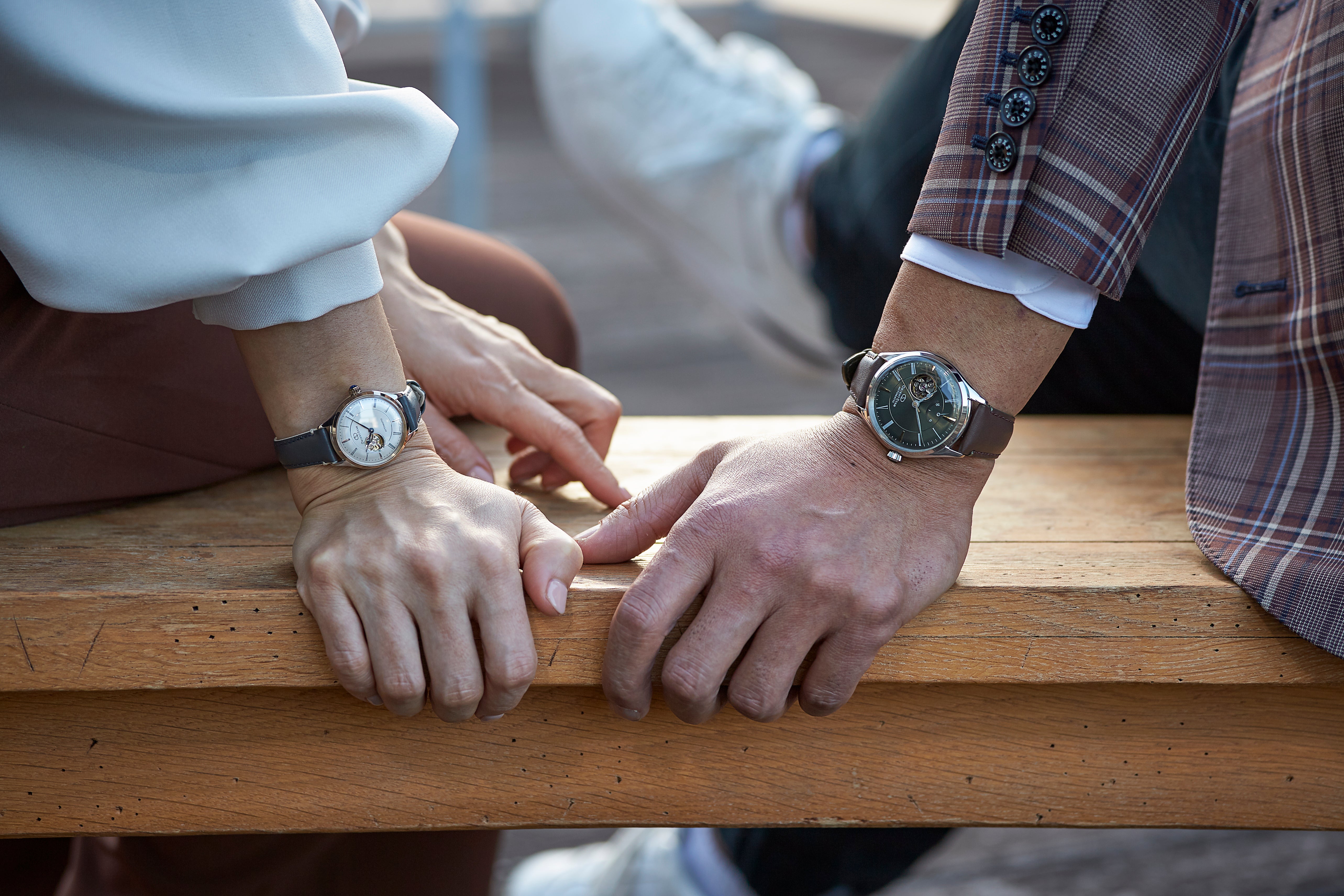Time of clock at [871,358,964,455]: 2:29
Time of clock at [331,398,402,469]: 5:48
